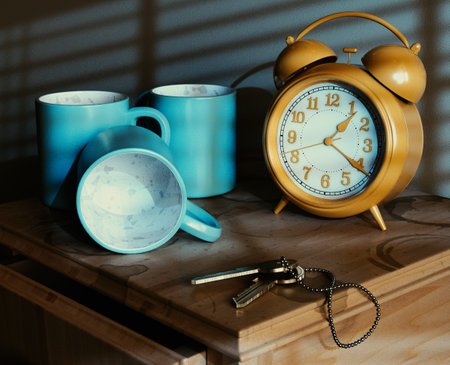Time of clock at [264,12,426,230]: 1:21
